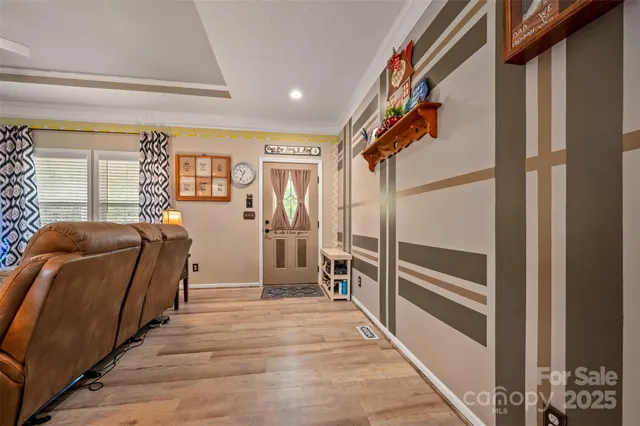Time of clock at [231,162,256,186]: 10:34
